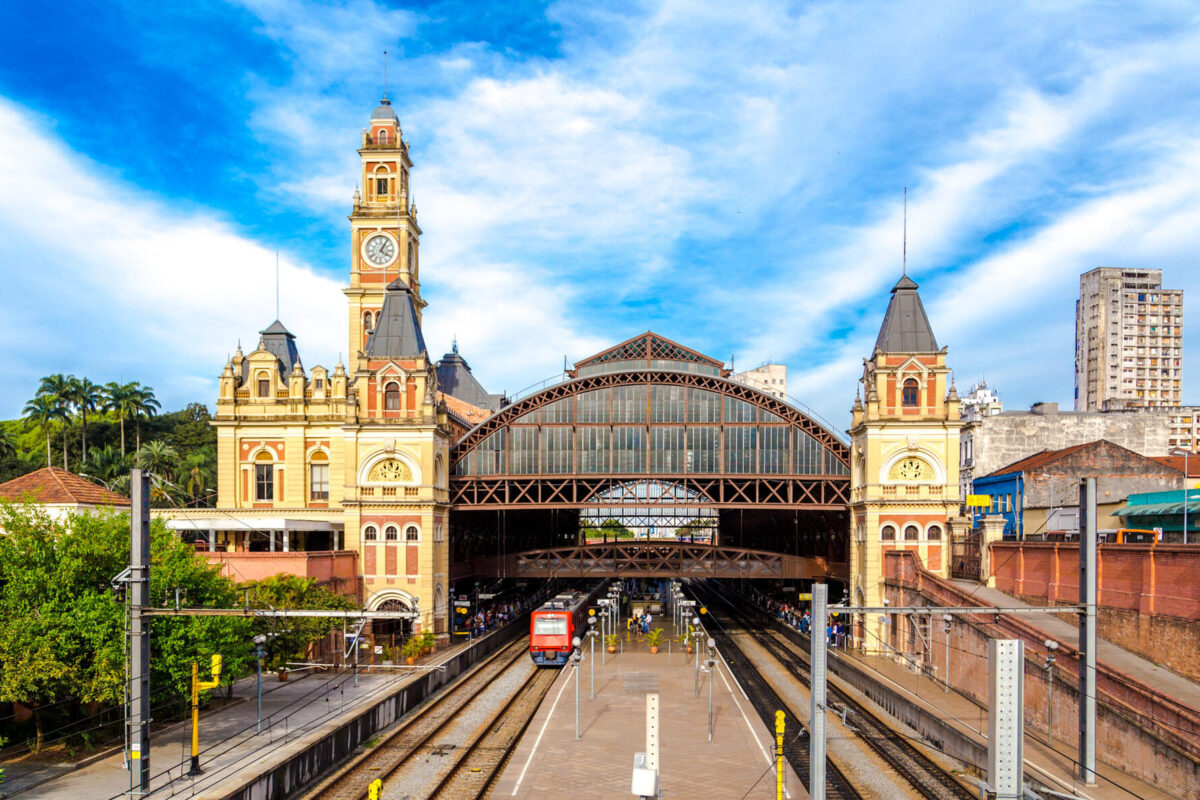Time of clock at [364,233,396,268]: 4:05
